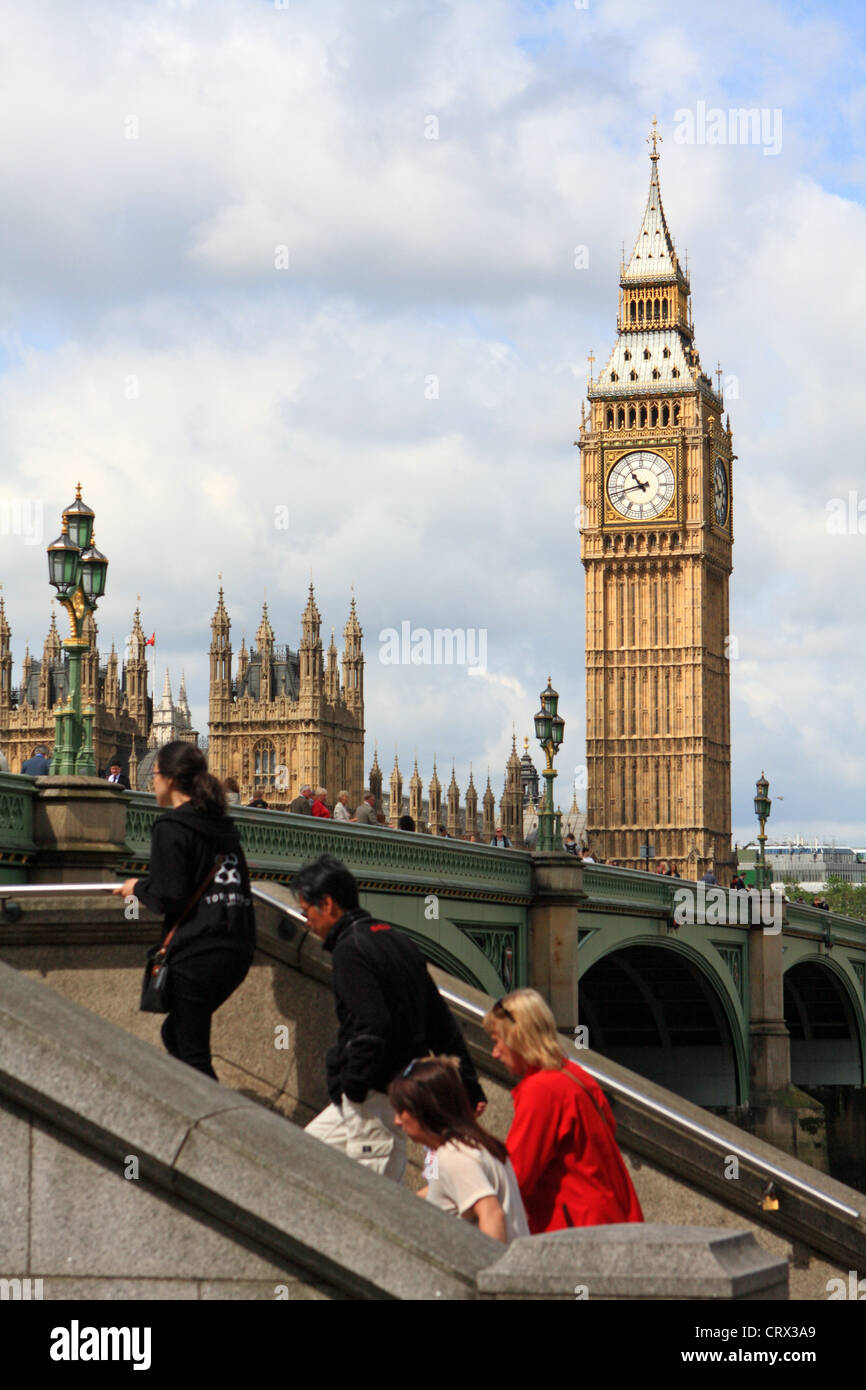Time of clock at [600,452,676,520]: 10:42
